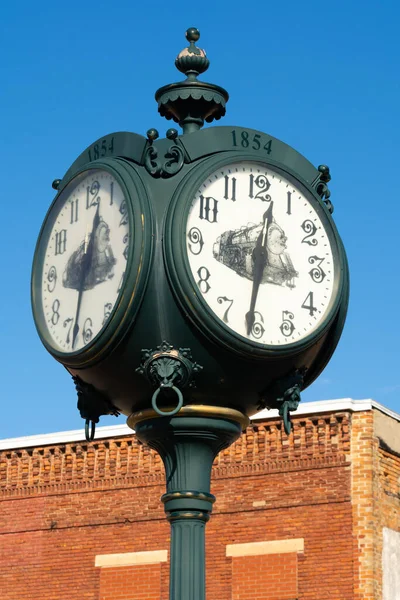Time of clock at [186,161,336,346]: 12:31
